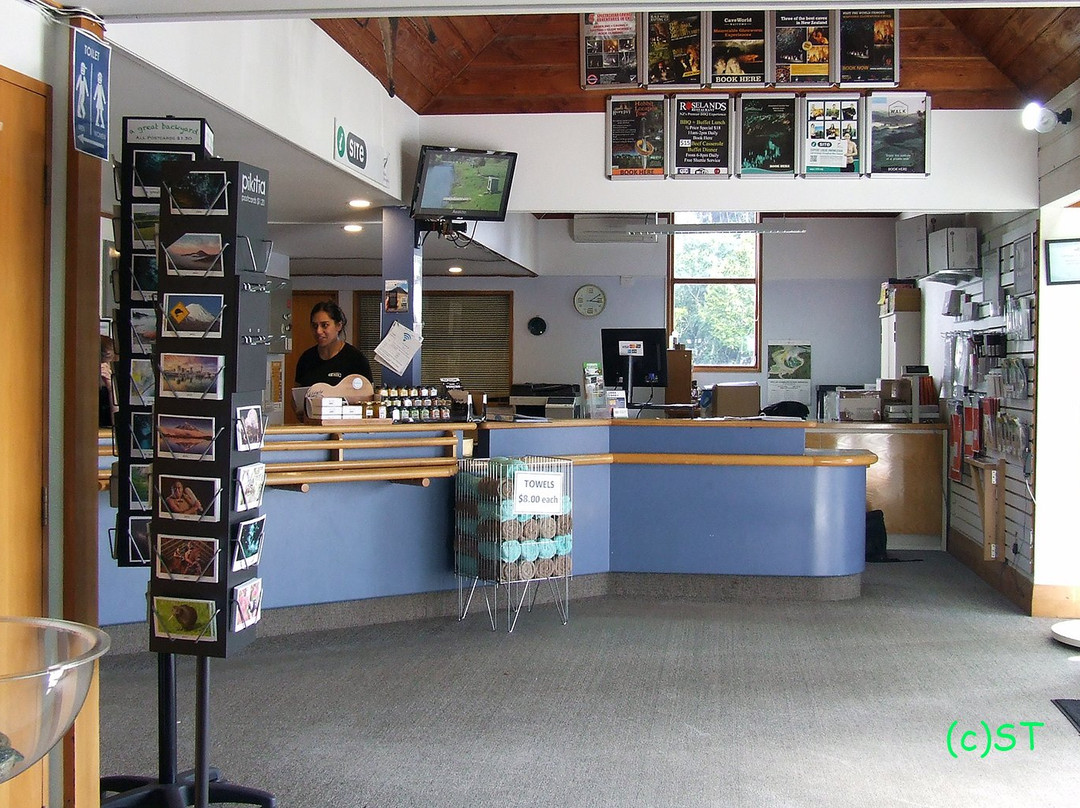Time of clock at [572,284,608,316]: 3:09
